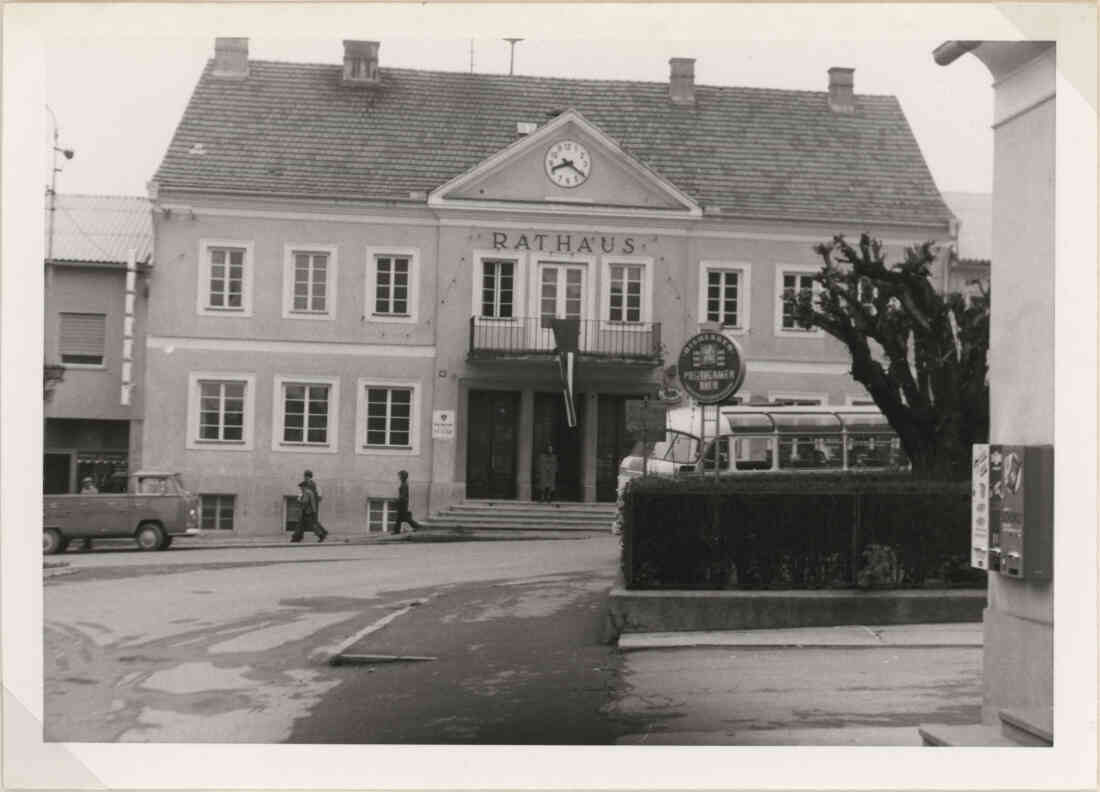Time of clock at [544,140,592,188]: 8:21
